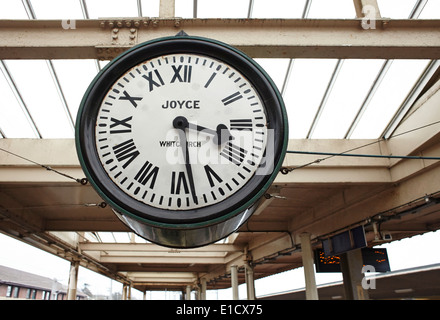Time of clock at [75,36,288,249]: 3:28
